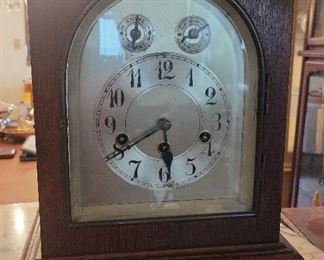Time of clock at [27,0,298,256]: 5:40
